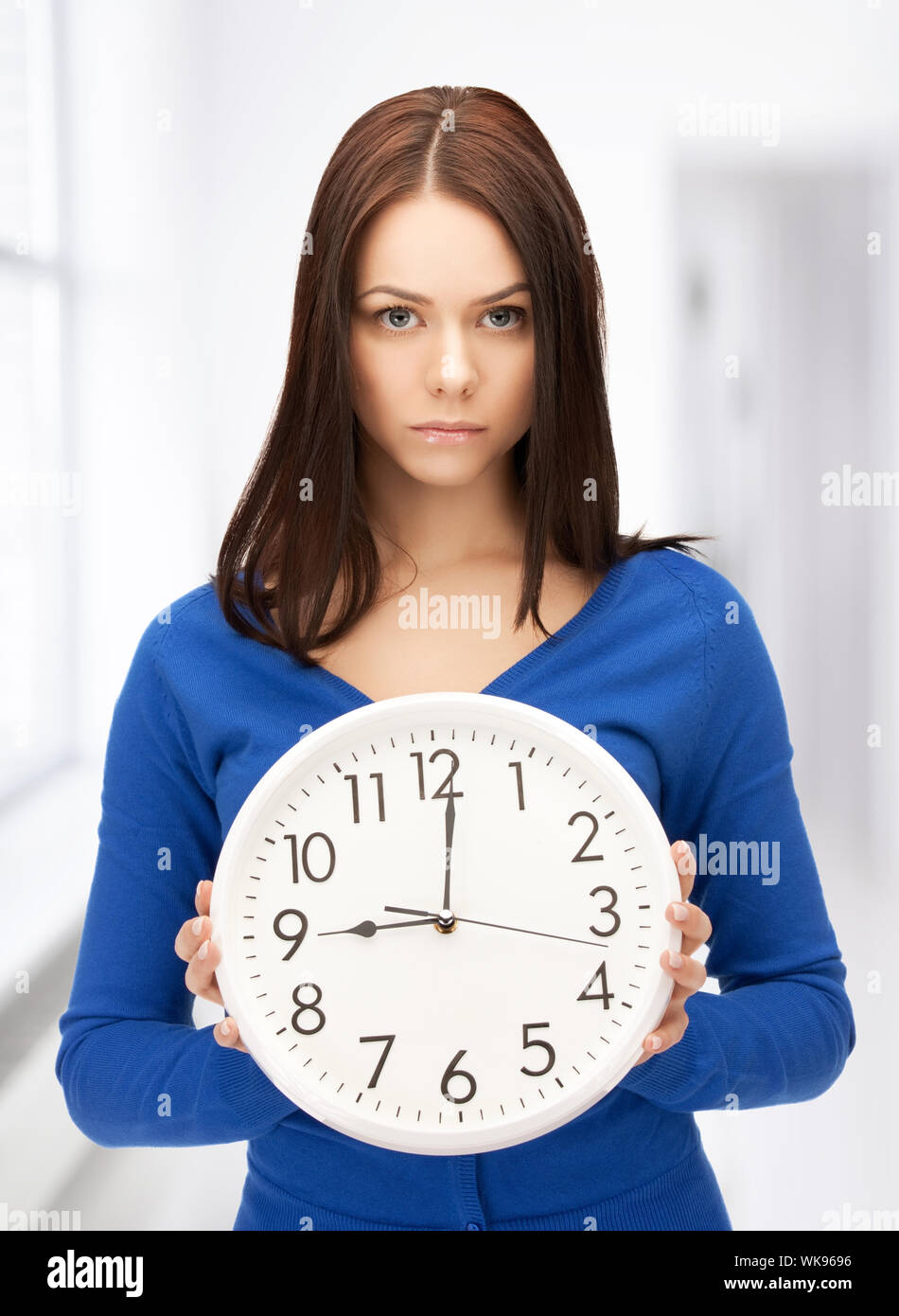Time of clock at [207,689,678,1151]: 9:01
